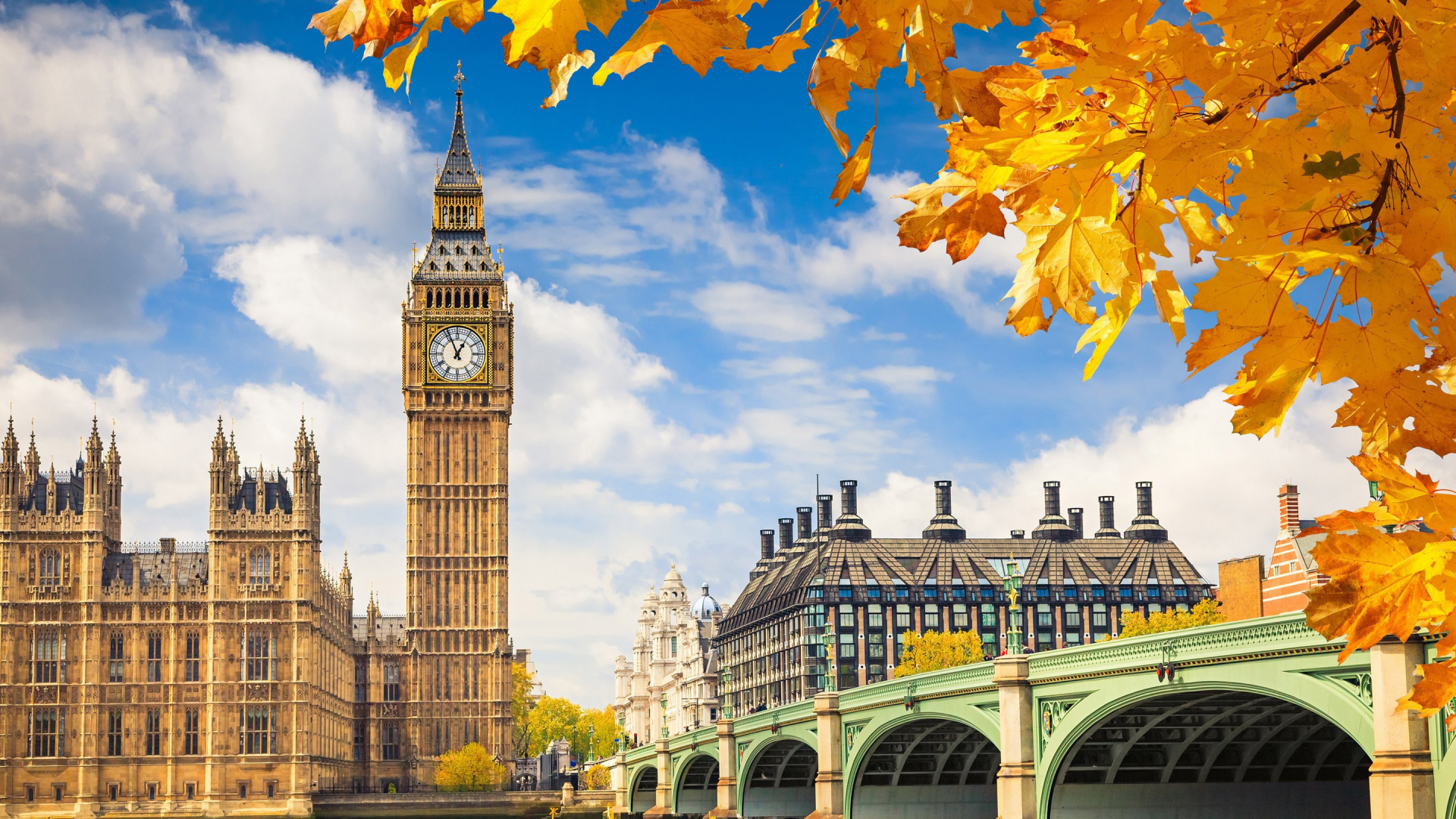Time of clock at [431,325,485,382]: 12:56
